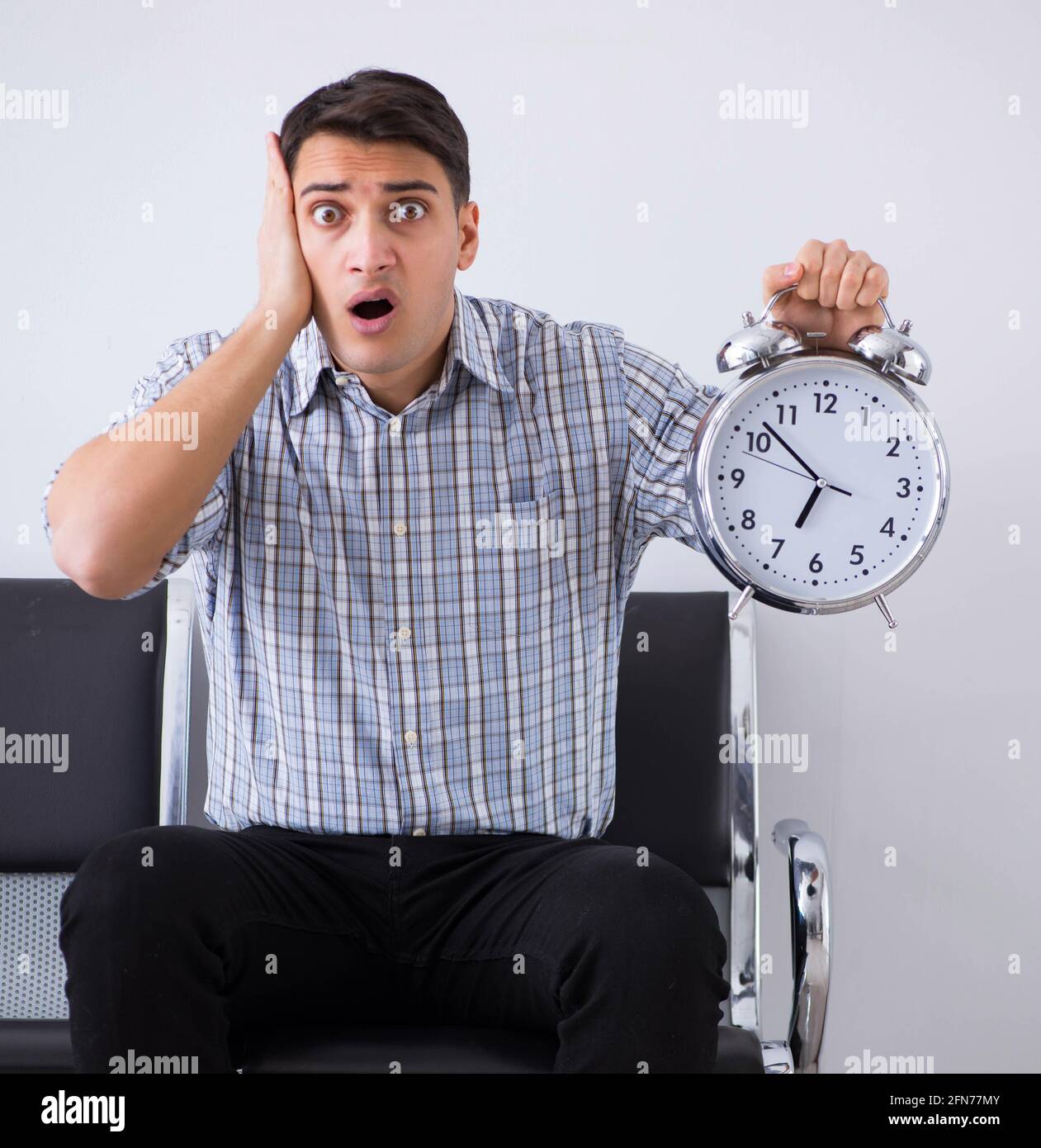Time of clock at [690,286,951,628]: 6:52
